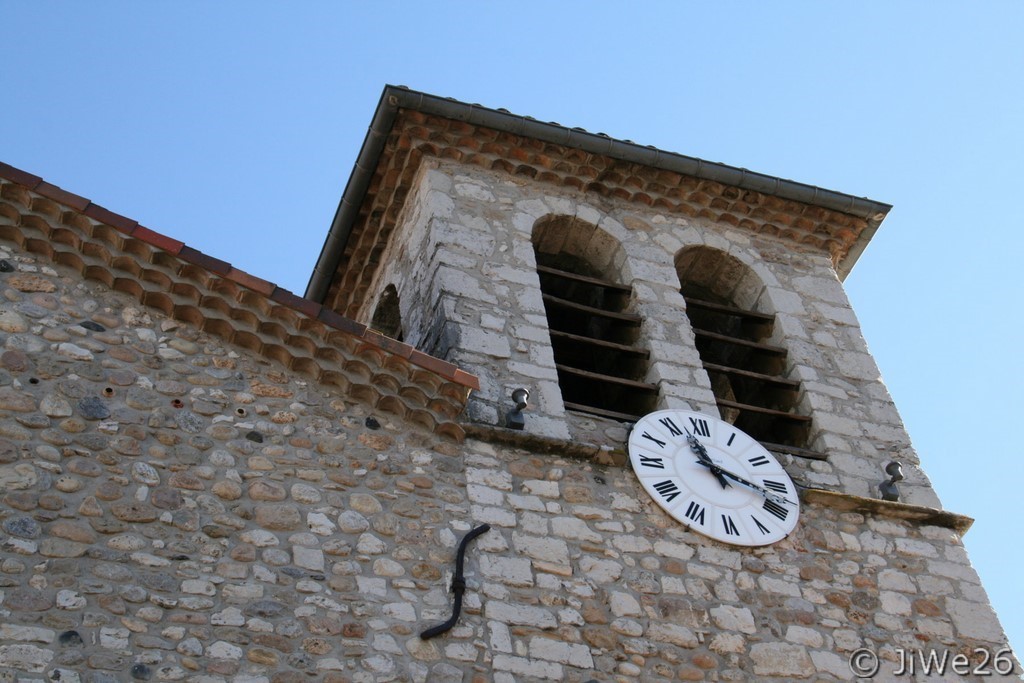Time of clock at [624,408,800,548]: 11:17
